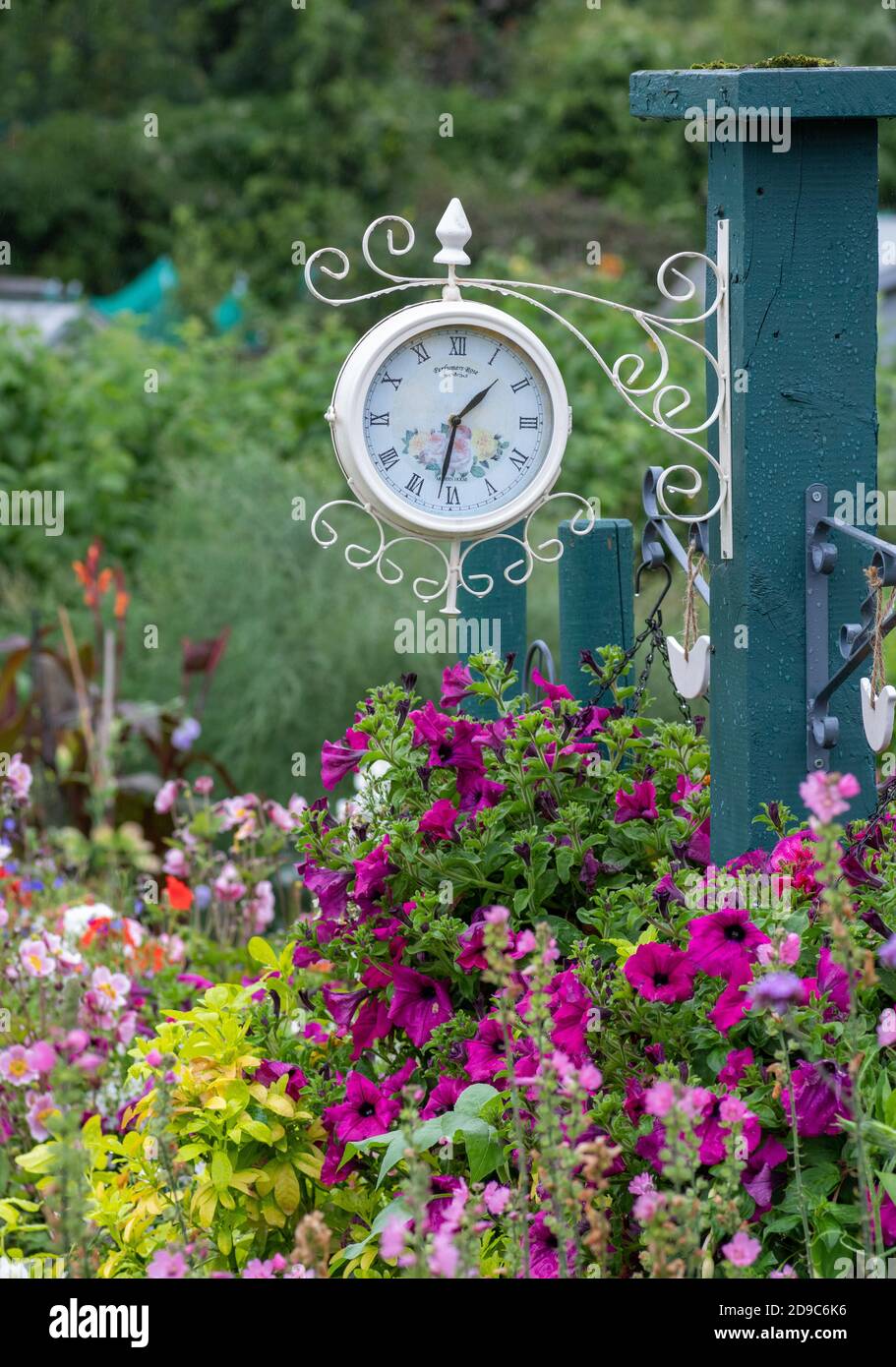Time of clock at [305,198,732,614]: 1:32
